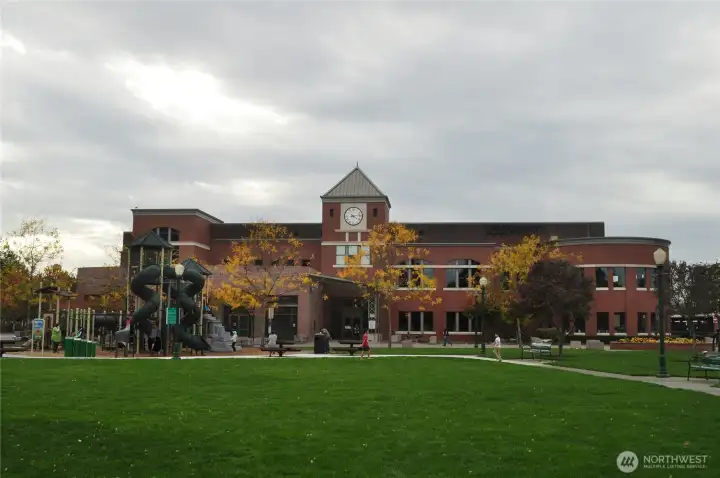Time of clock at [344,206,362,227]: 4:13
